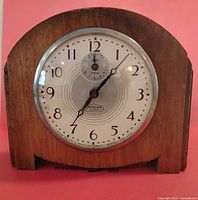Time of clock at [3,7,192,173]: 7:06
